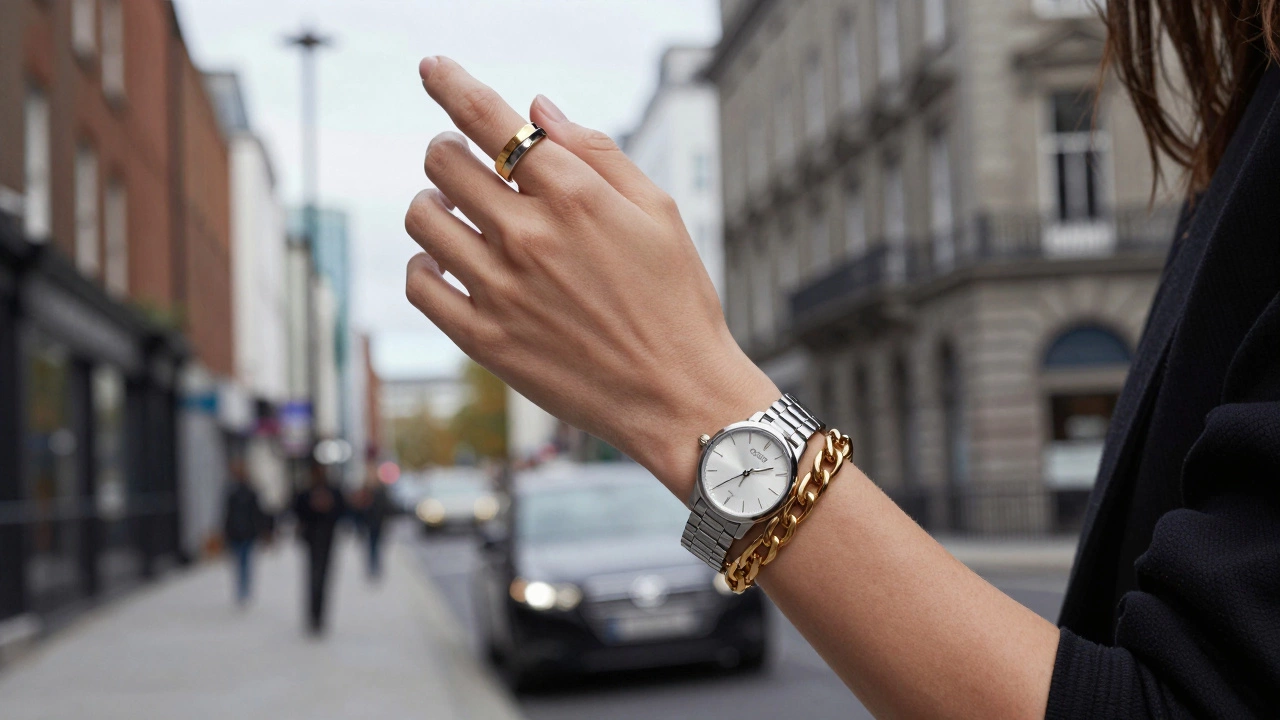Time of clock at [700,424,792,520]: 2:40
